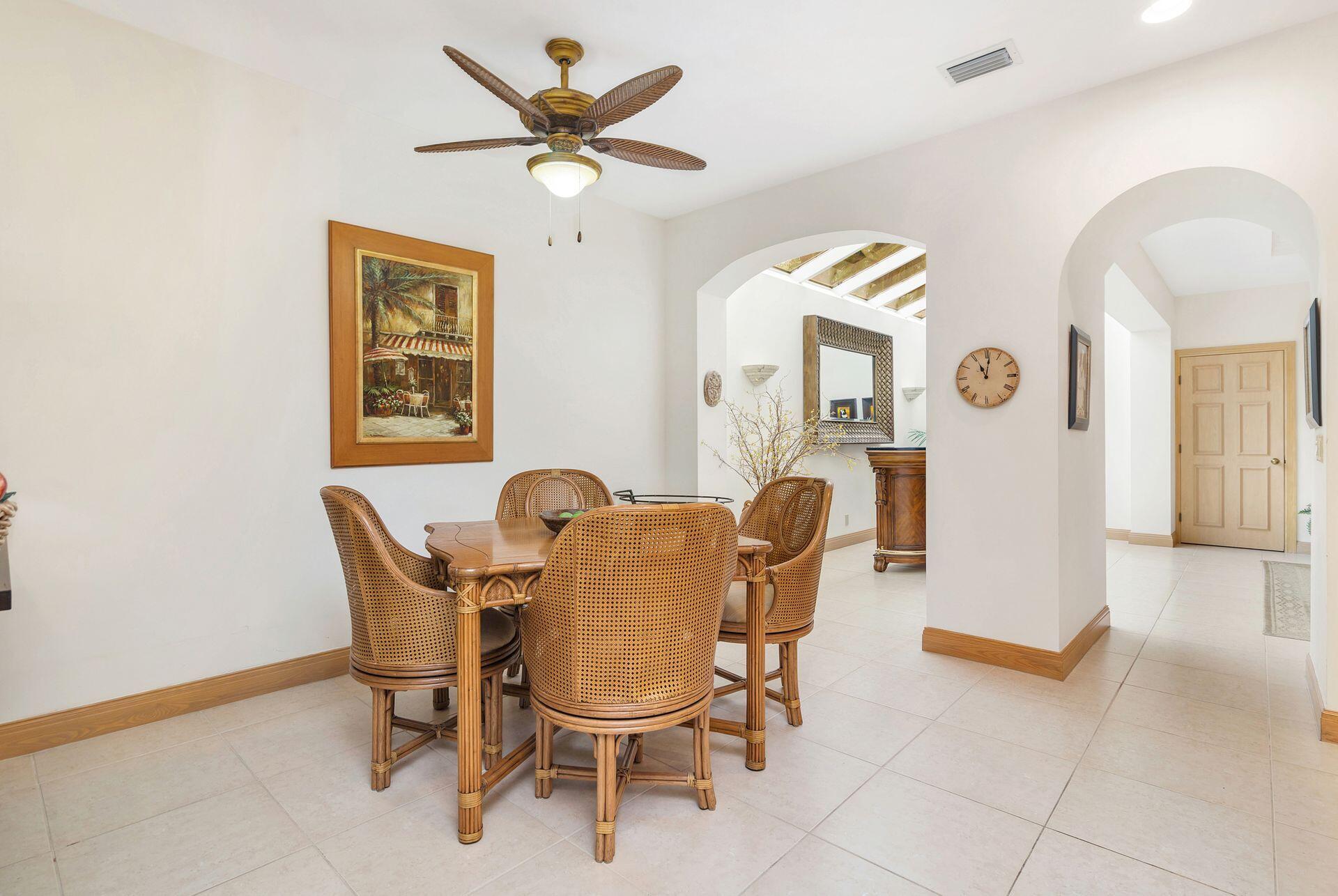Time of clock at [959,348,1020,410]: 11:01
